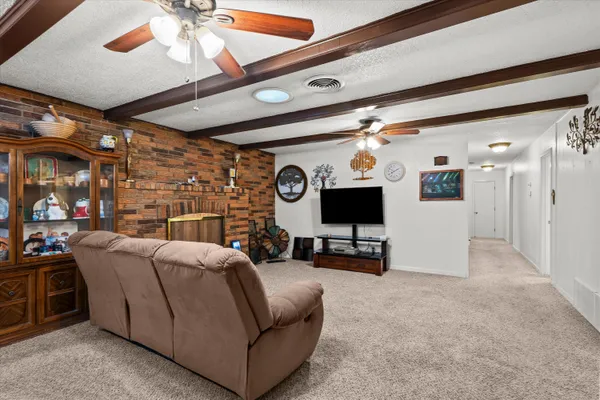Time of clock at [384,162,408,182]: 8:09
